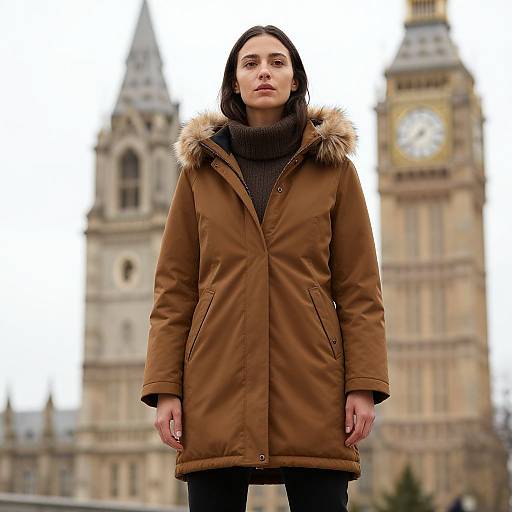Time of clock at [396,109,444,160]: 7:38
